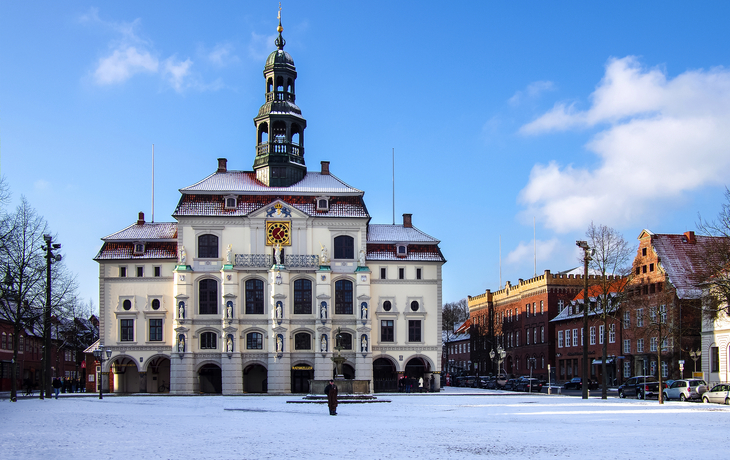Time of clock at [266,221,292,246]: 1:24
